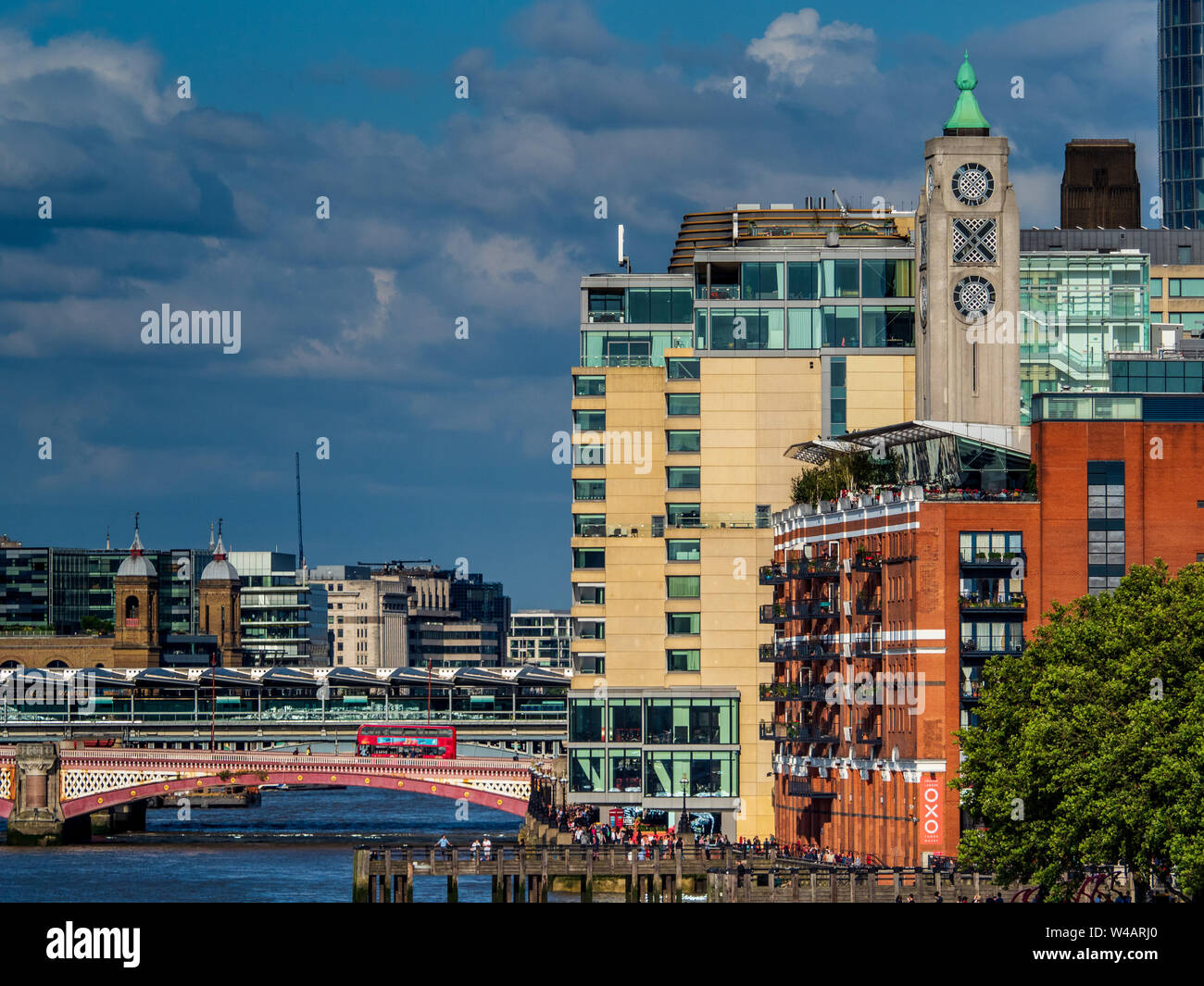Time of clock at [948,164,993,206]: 1:37
